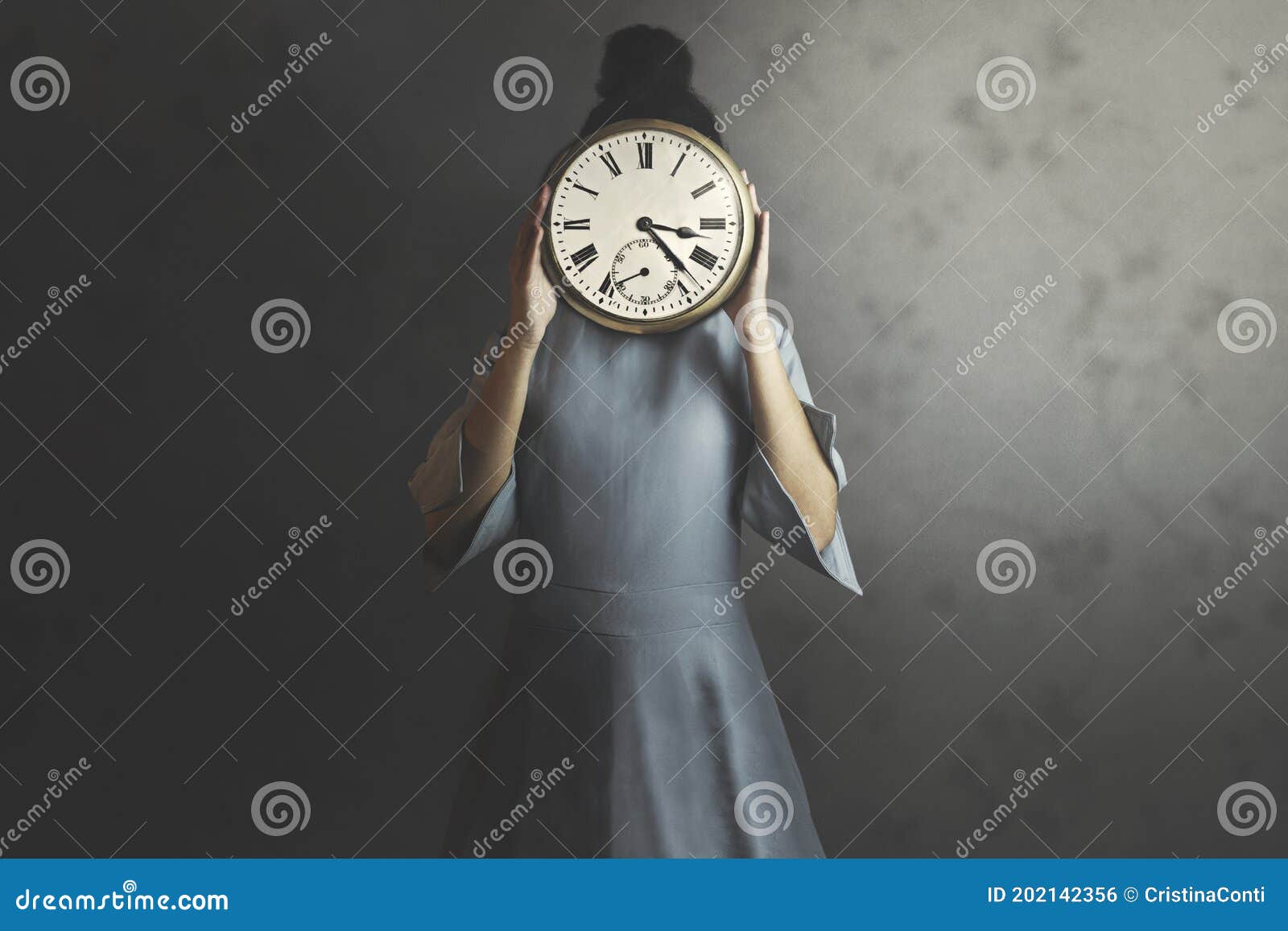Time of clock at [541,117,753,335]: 3:23
